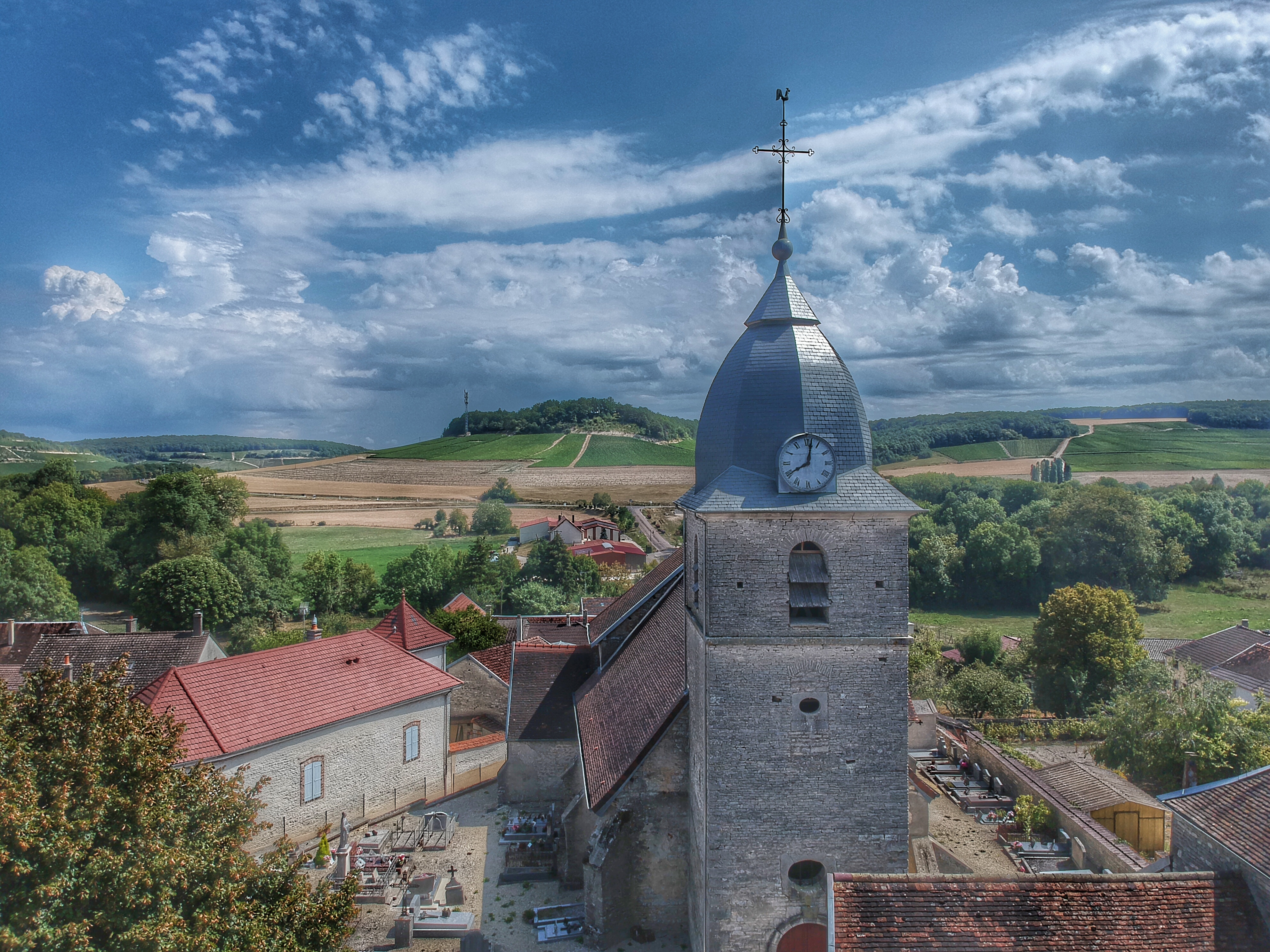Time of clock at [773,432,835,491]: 8:01
